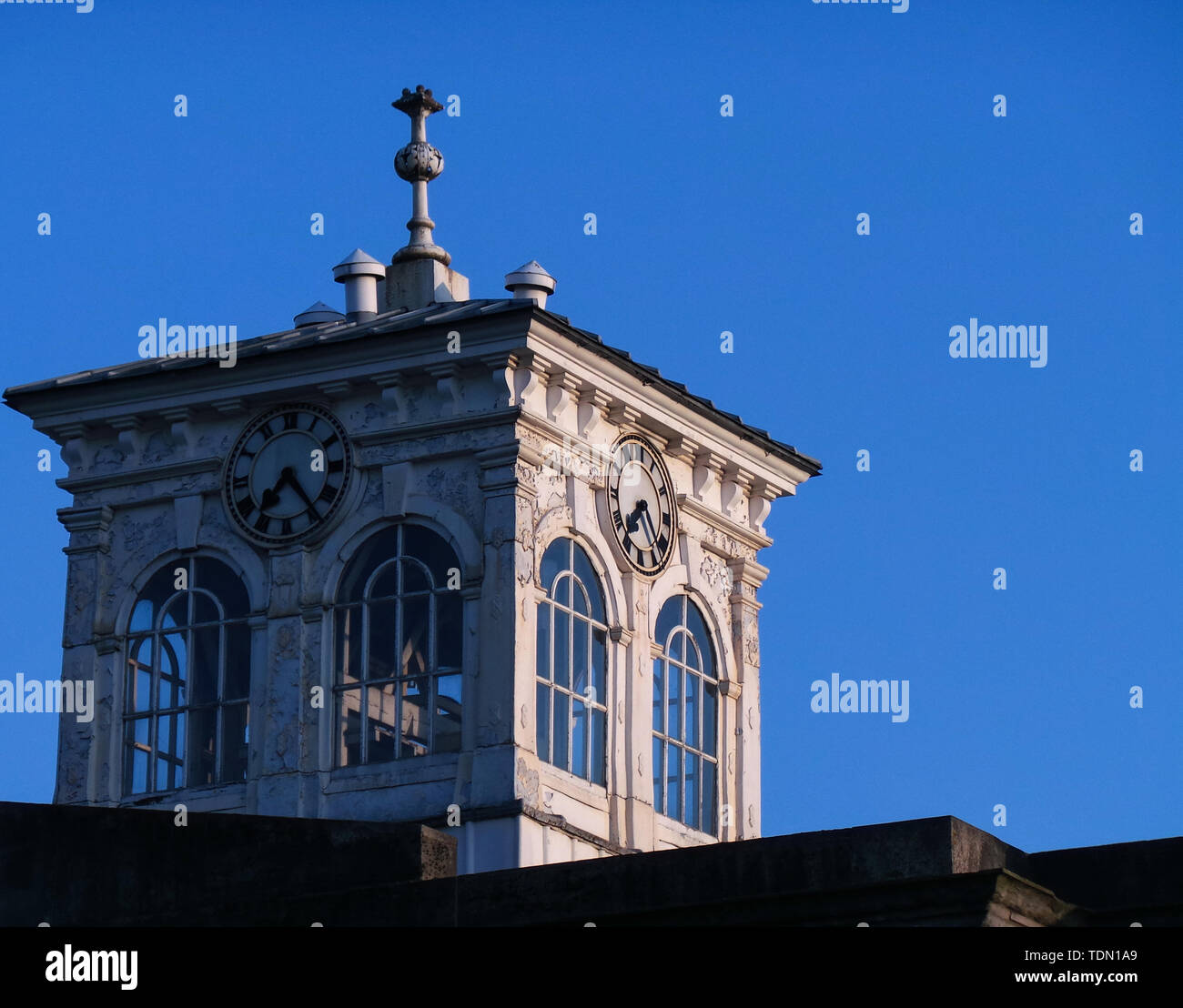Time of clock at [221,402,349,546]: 7:23
